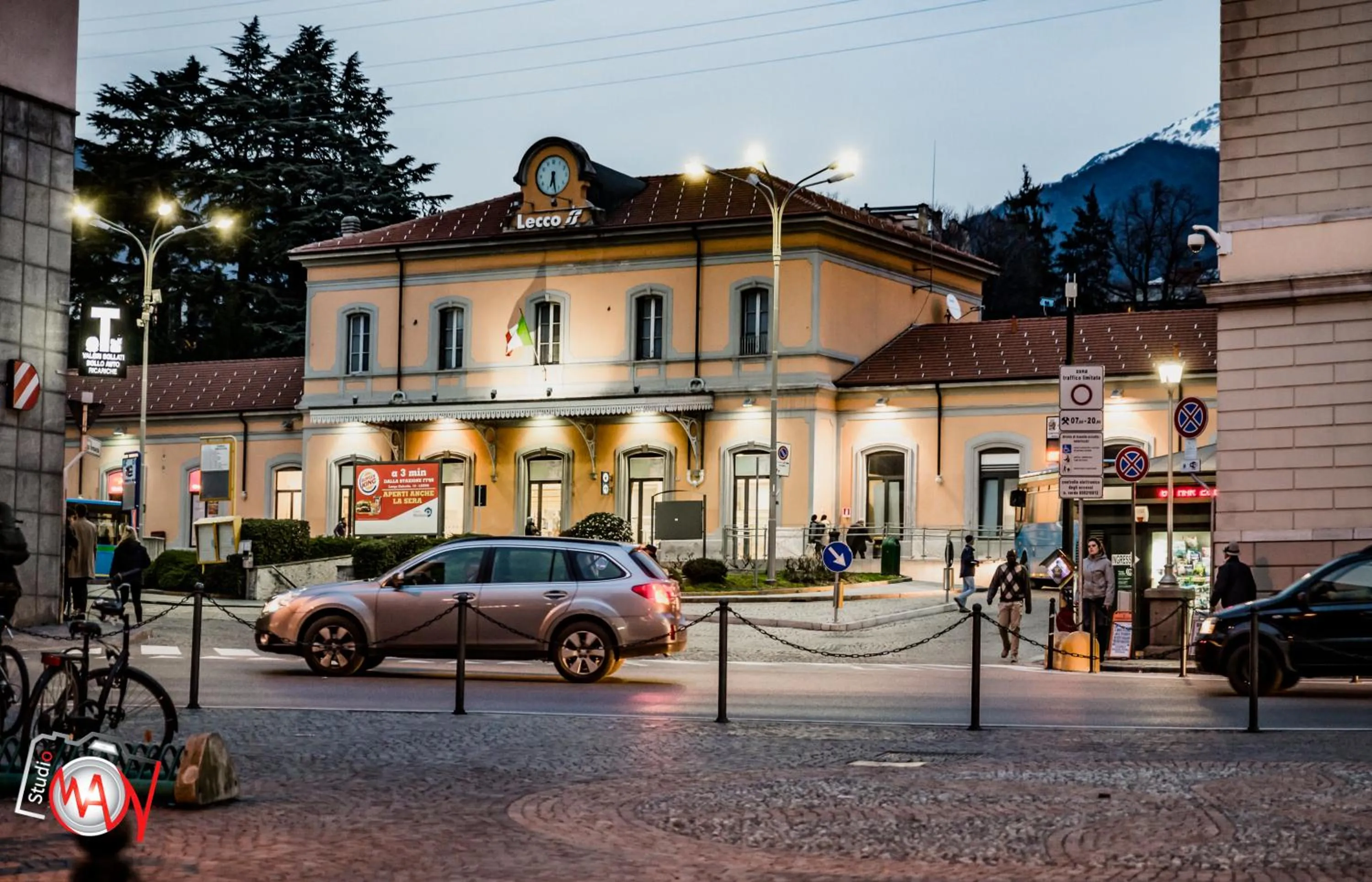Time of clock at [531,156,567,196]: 6:28
